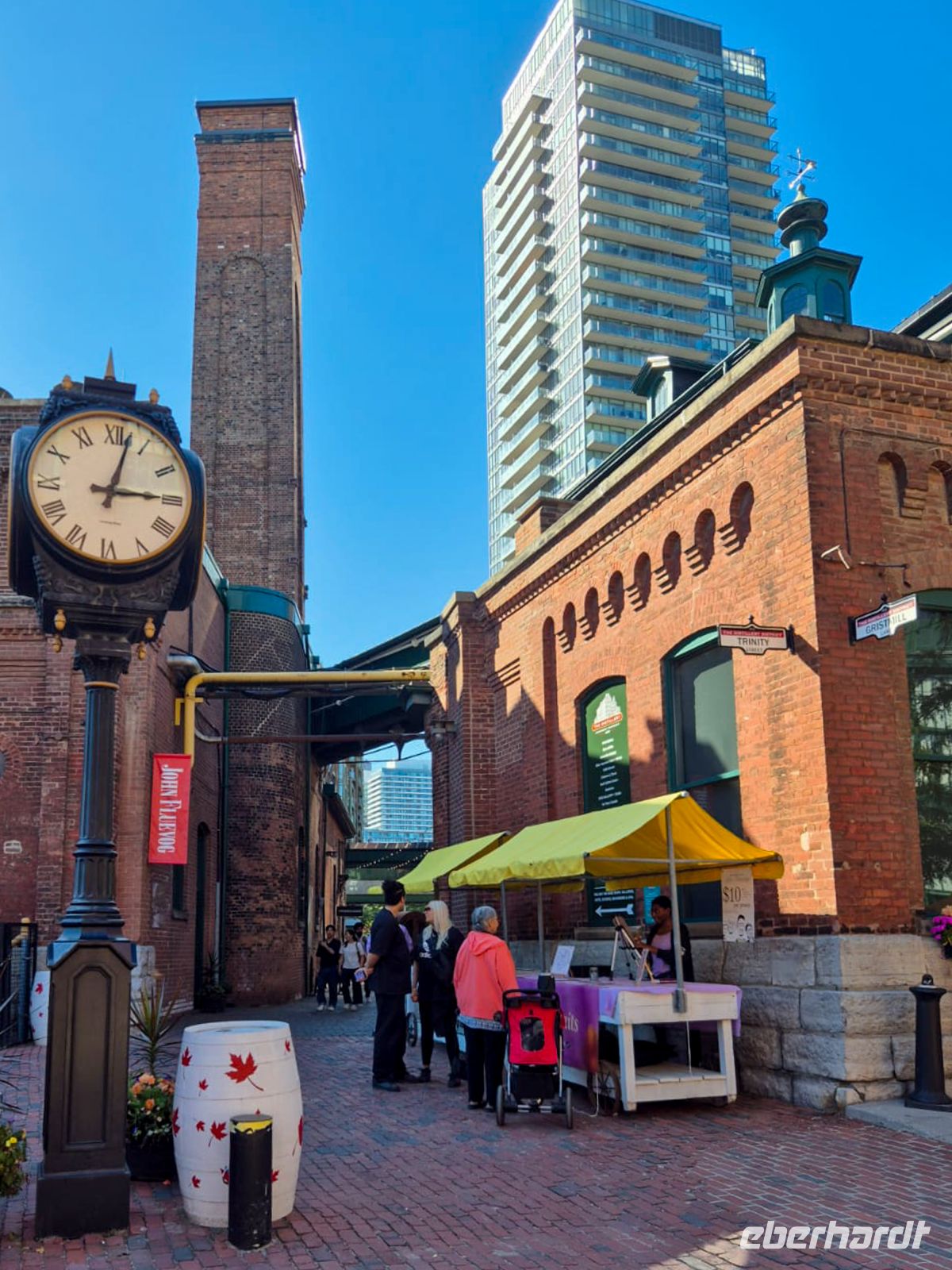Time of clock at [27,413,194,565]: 3:02
